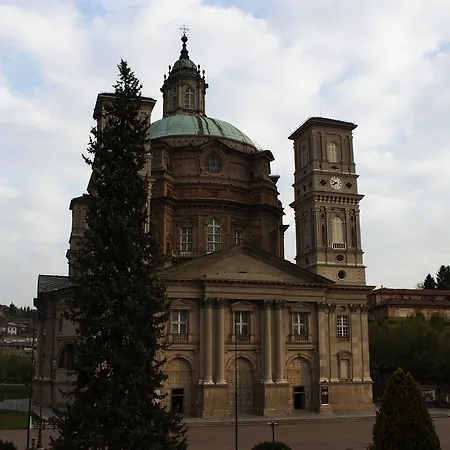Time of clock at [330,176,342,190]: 7:48
